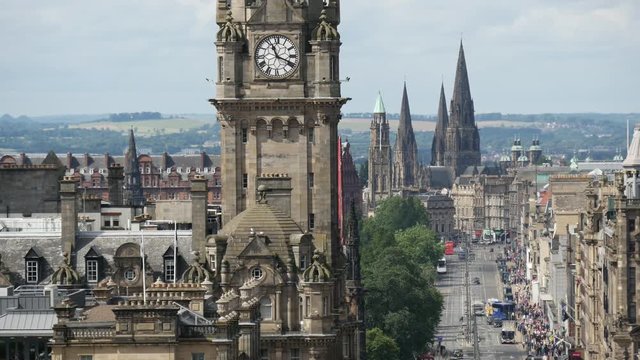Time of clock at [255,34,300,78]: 11:18
